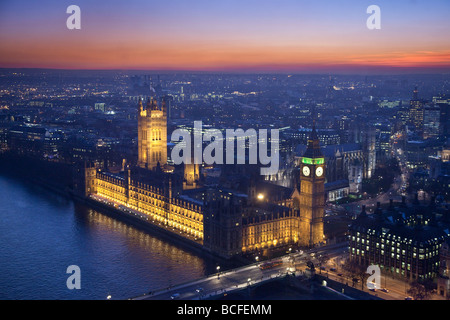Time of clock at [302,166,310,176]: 4:42
